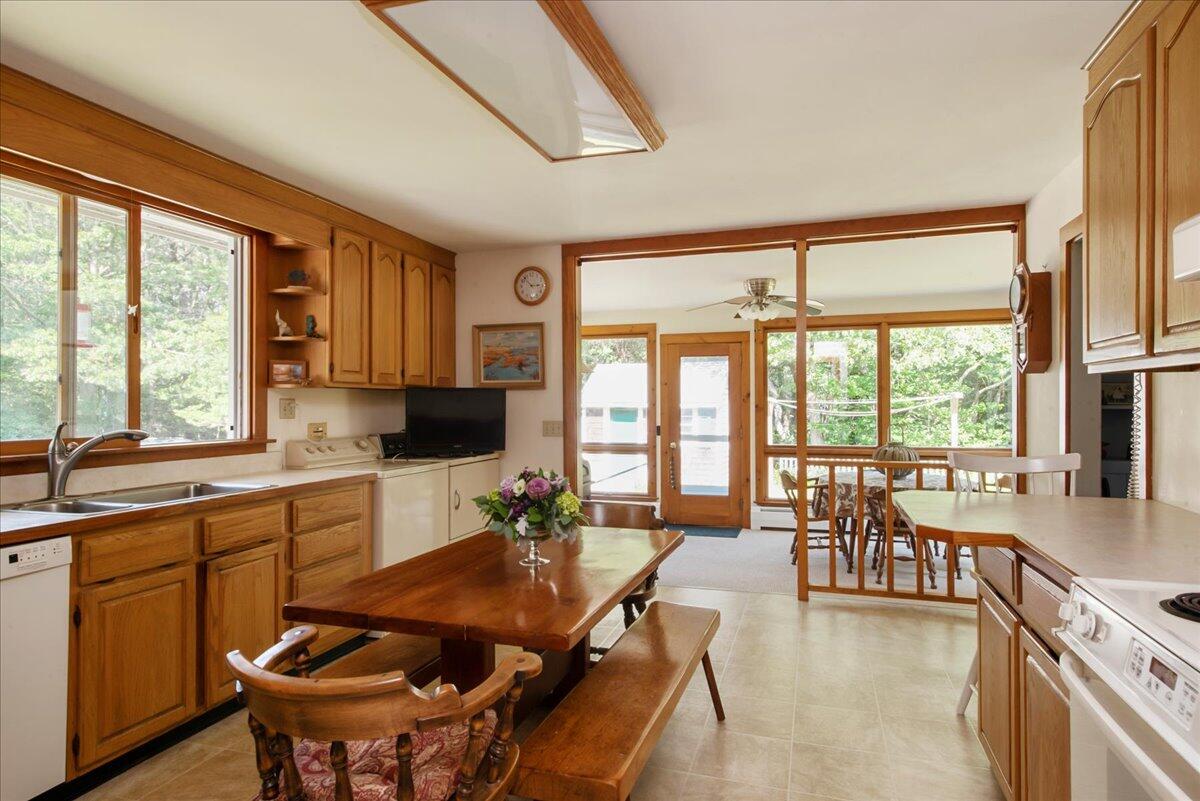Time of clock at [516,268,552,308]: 2:52
